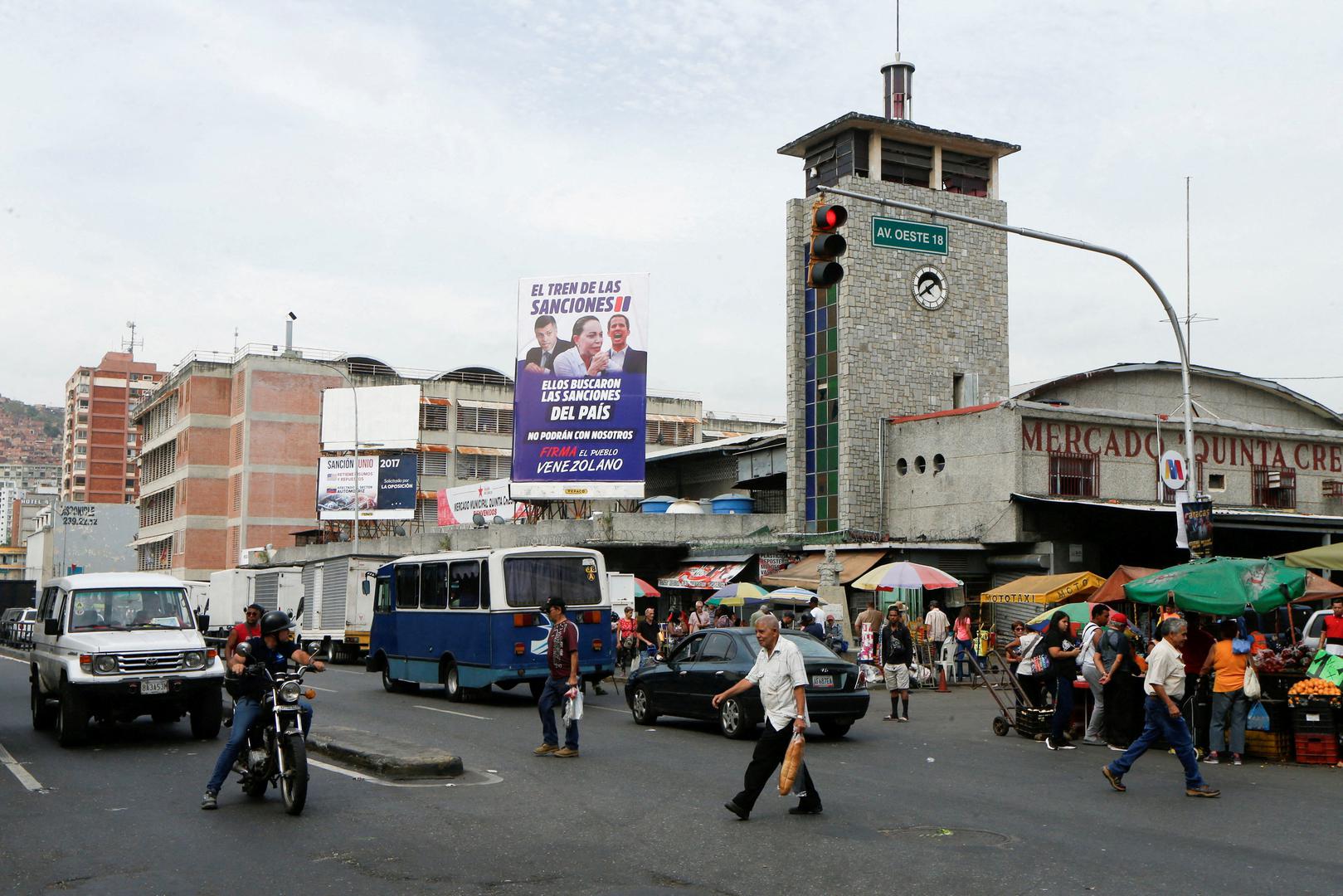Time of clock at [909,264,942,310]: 1:39
